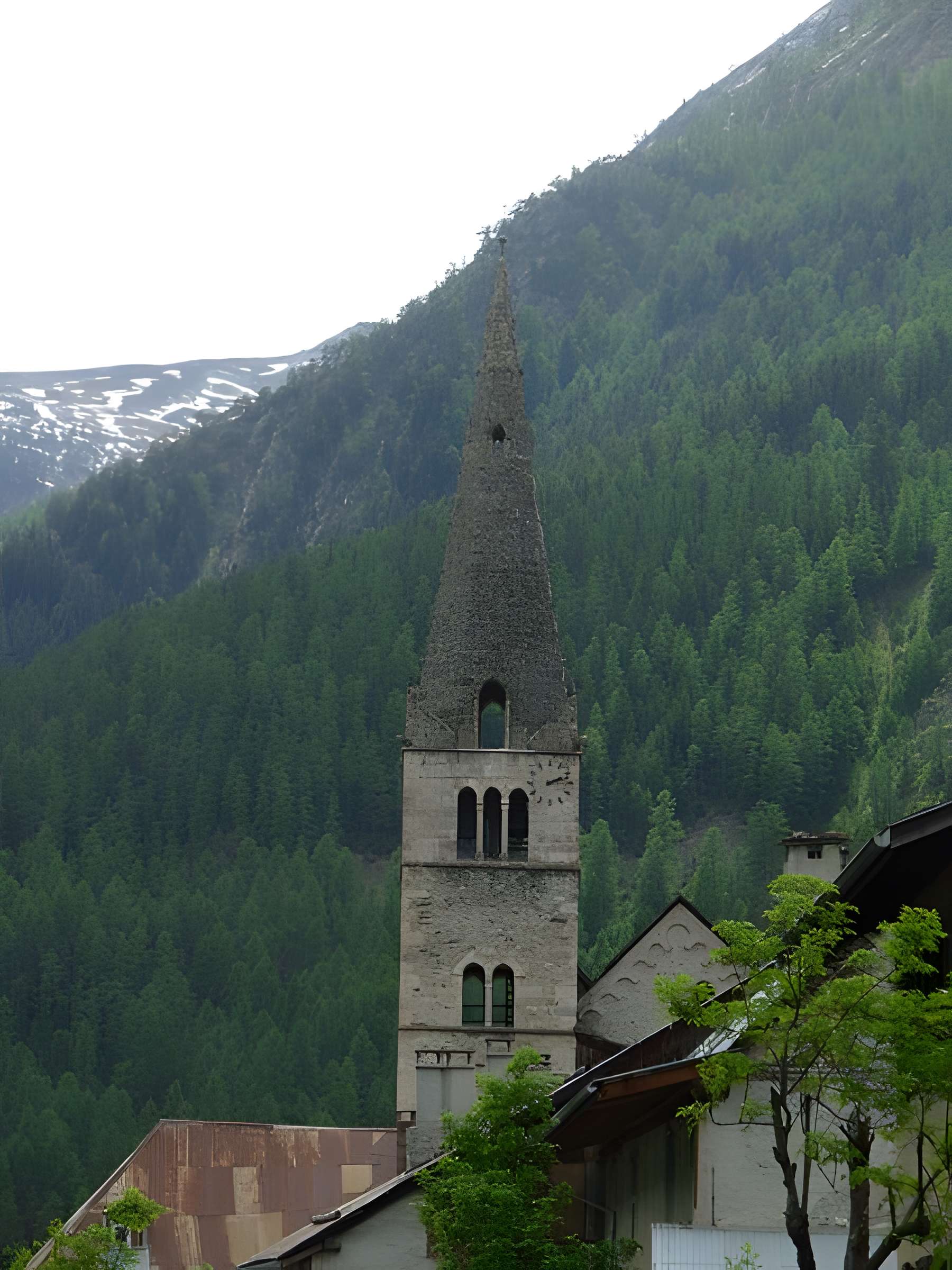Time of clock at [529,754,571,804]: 2:12
